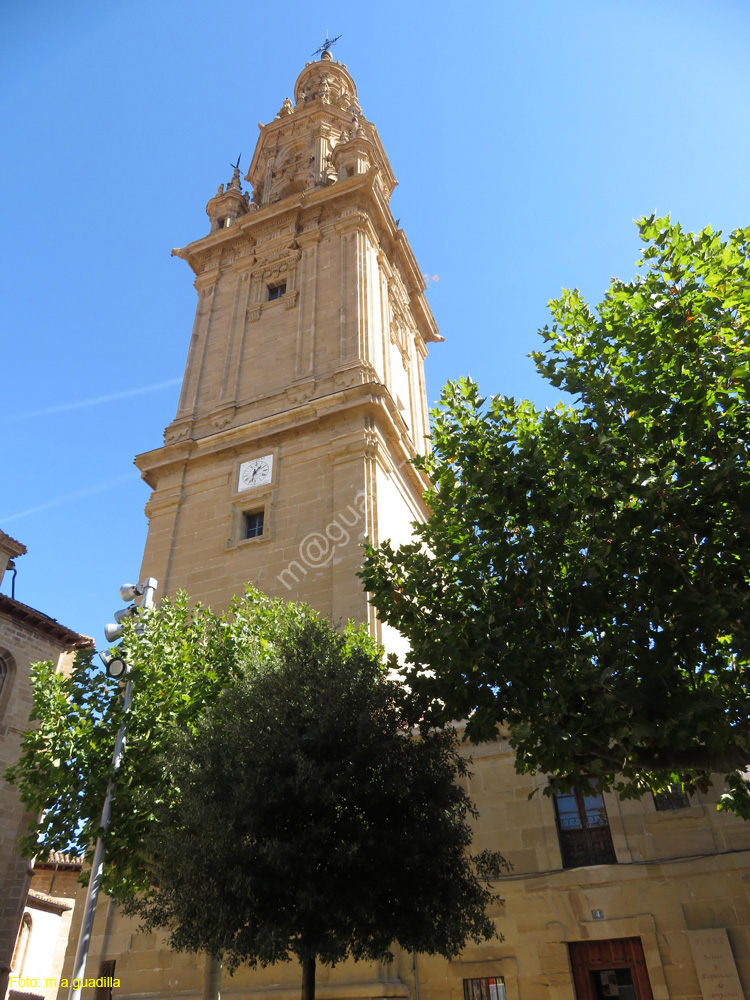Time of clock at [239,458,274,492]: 1:32
